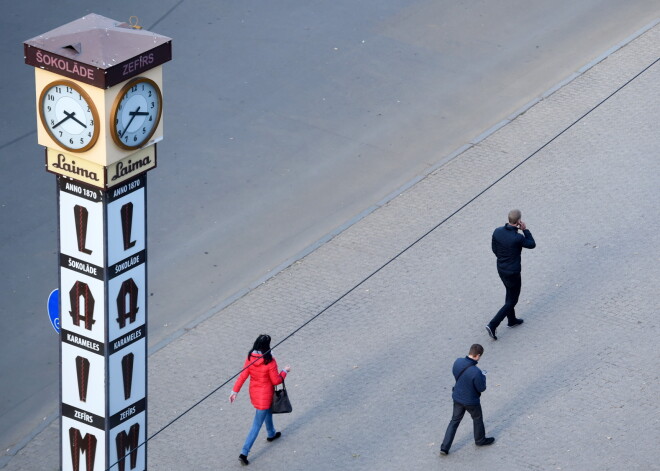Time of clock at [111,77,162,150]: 3:38
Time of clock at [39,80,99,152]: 3:38
